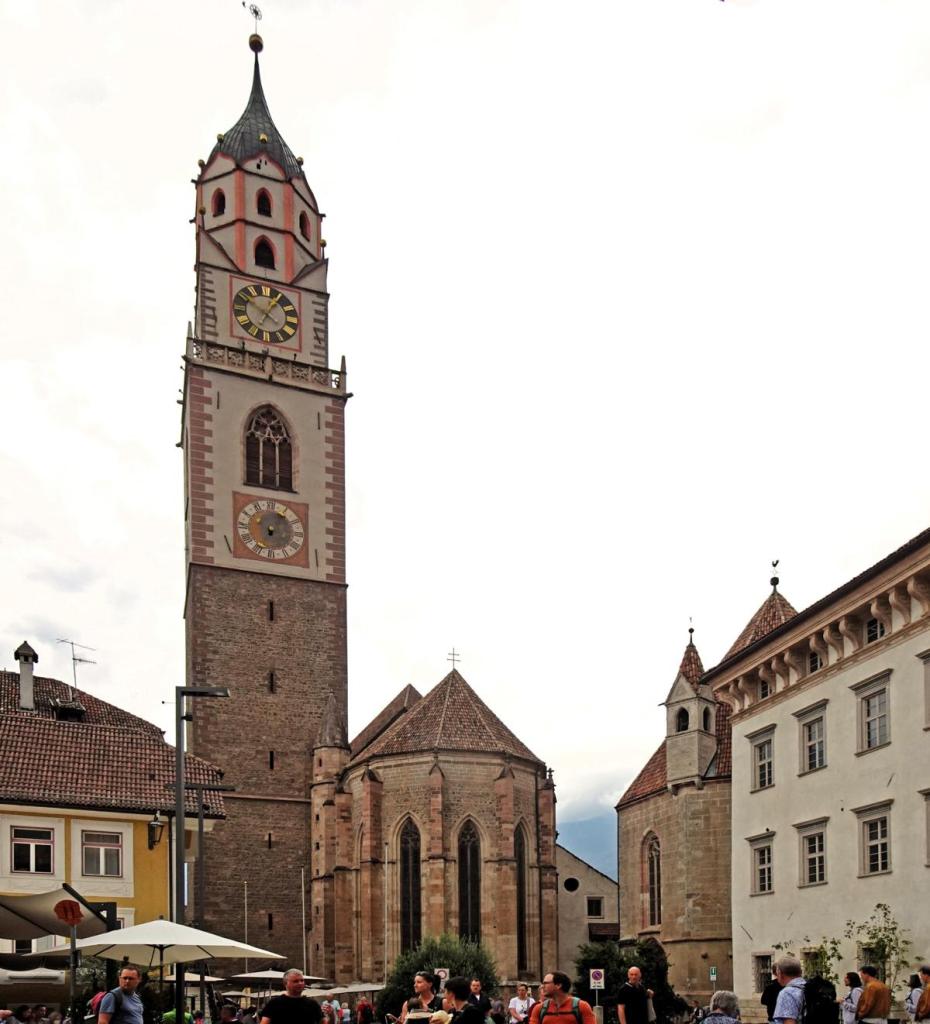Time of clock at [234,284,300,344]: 12:50
